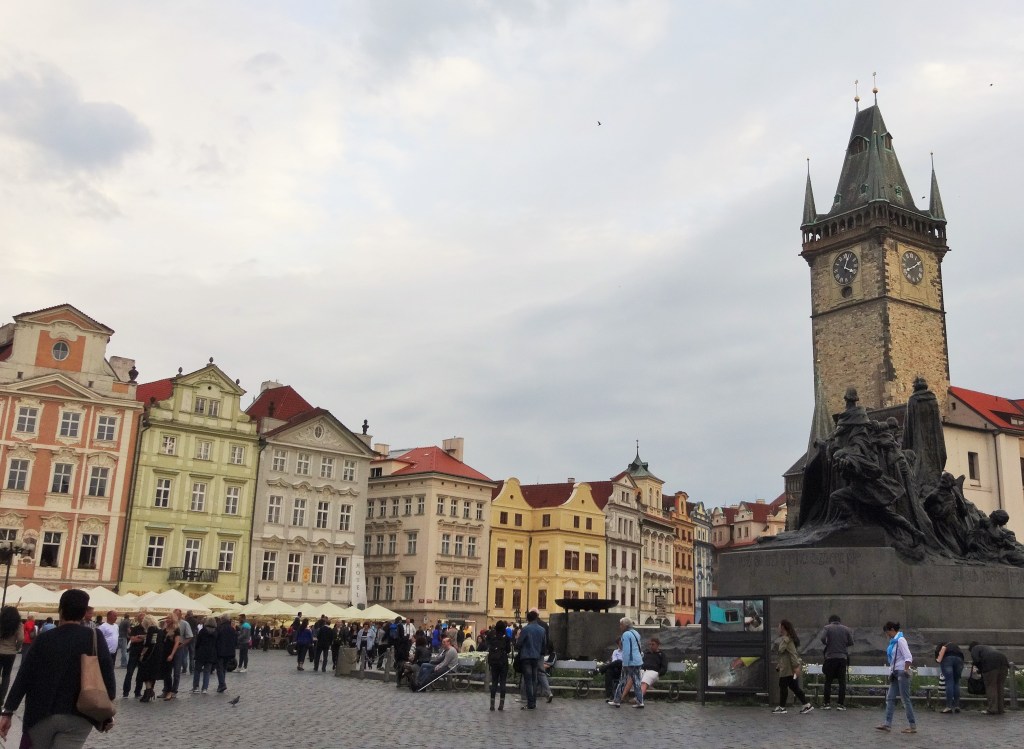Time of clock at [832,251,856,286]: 4:02
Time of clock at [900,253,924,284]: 8:09
